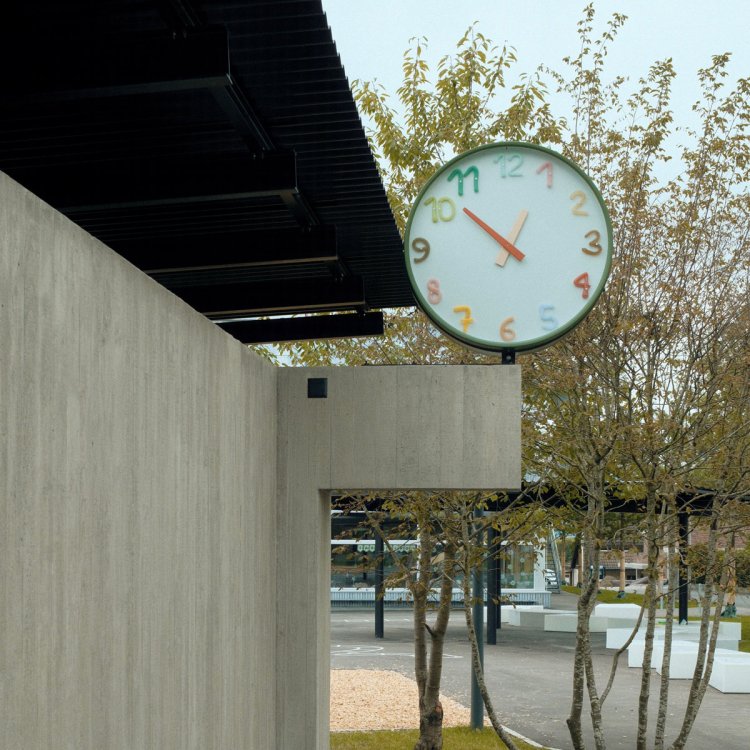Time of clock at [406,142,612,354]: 12:52
